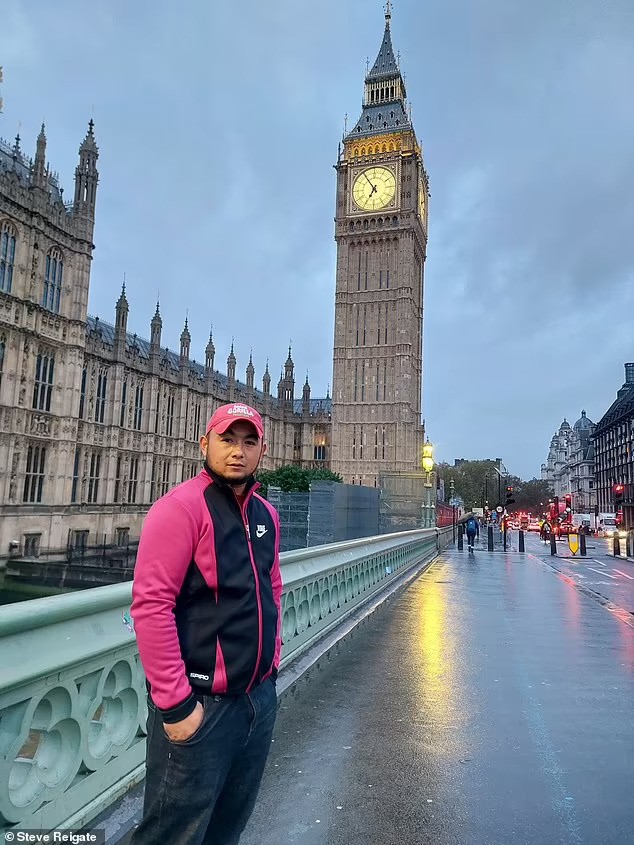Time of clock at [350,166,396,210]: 6:54
